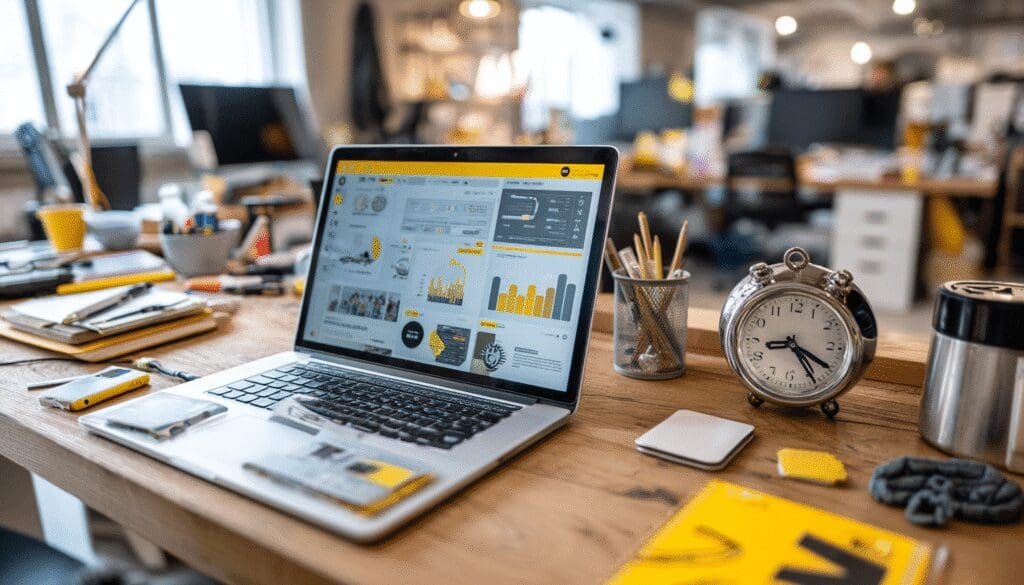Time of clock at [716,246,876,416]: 8:19
